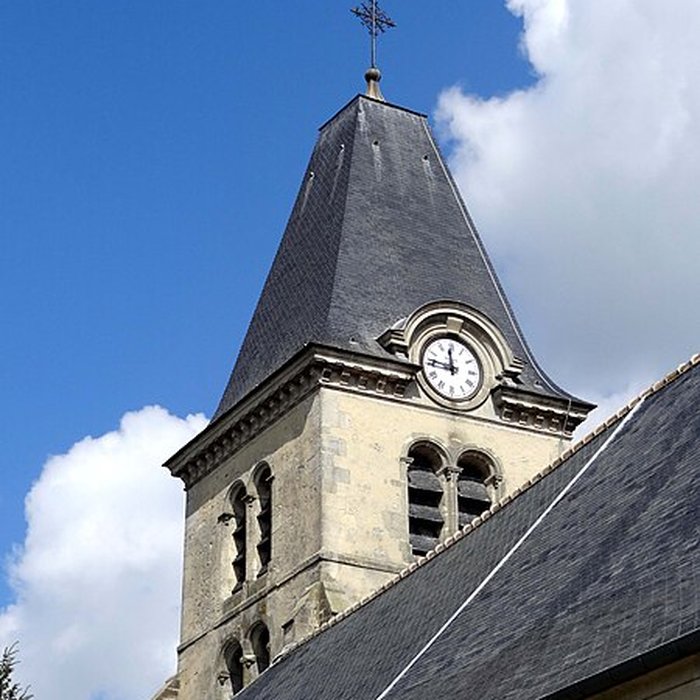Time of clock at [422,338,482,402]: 11:46
